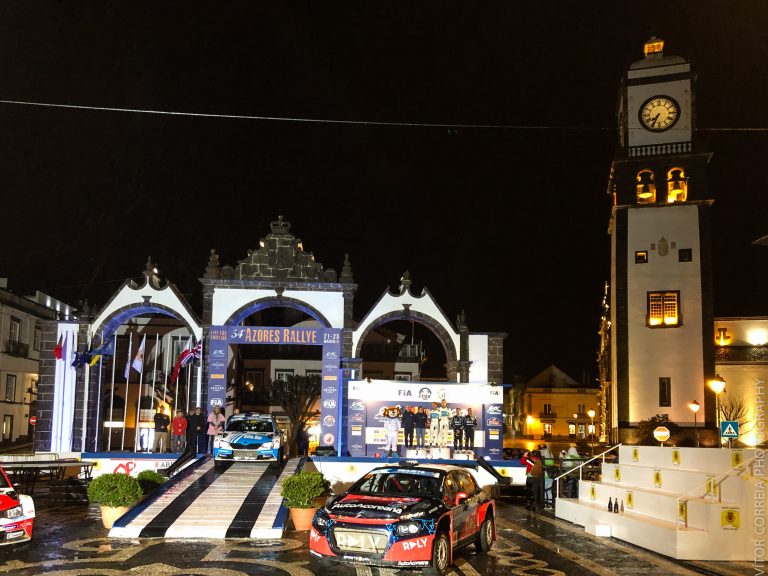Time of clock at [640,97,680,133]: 7:34
